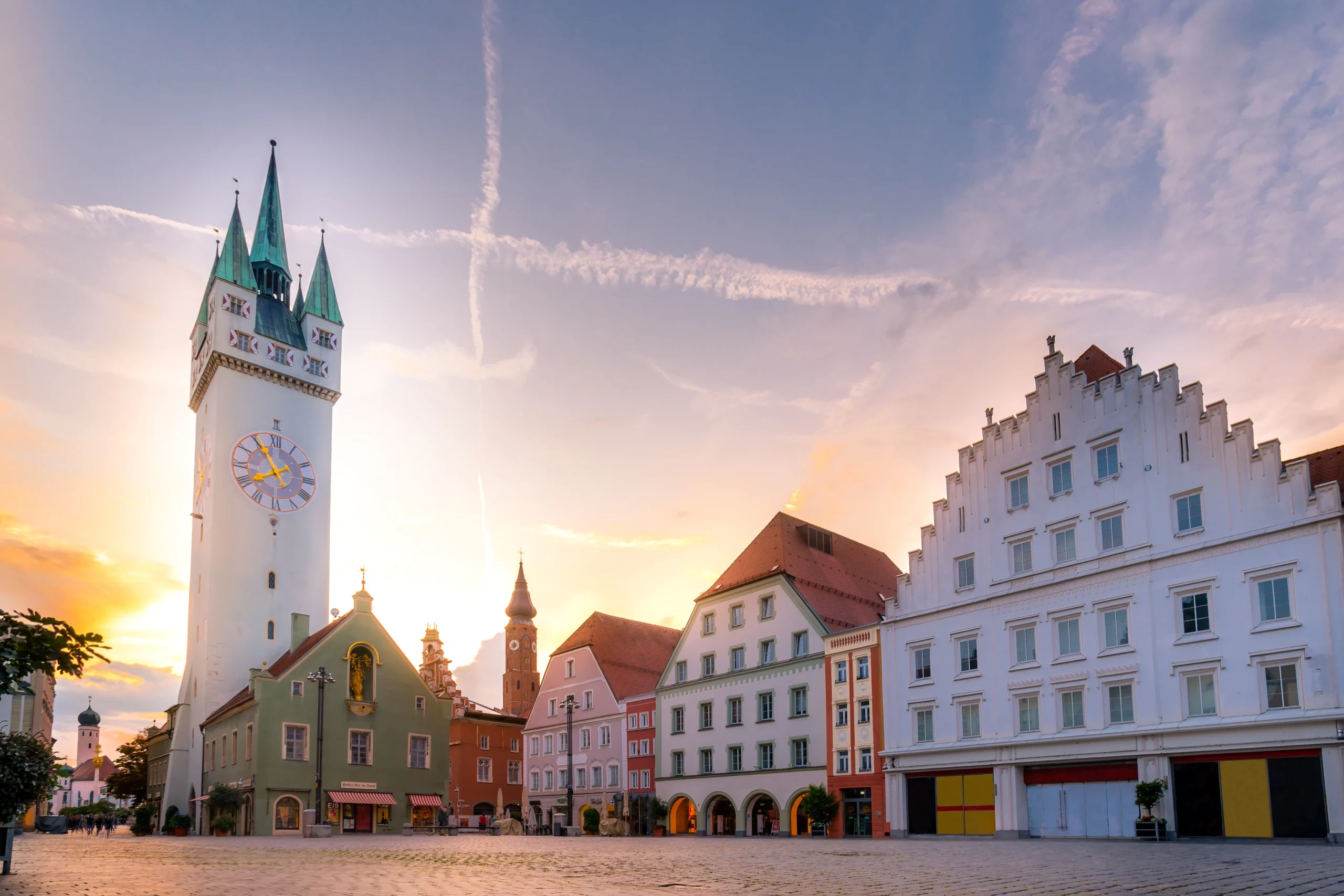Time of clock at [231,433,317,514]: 7:54
